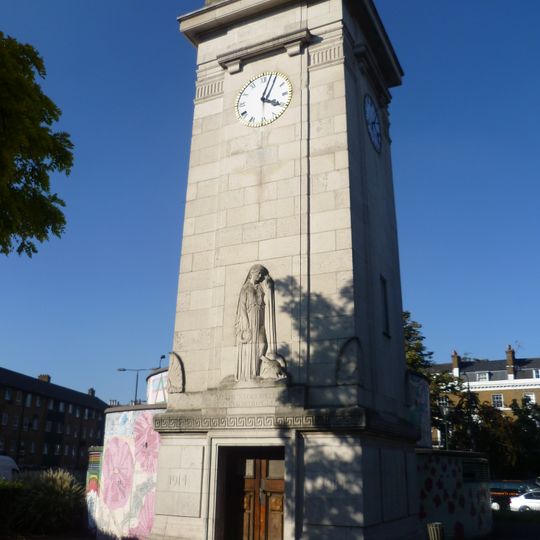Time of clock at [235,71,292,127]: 4:03
